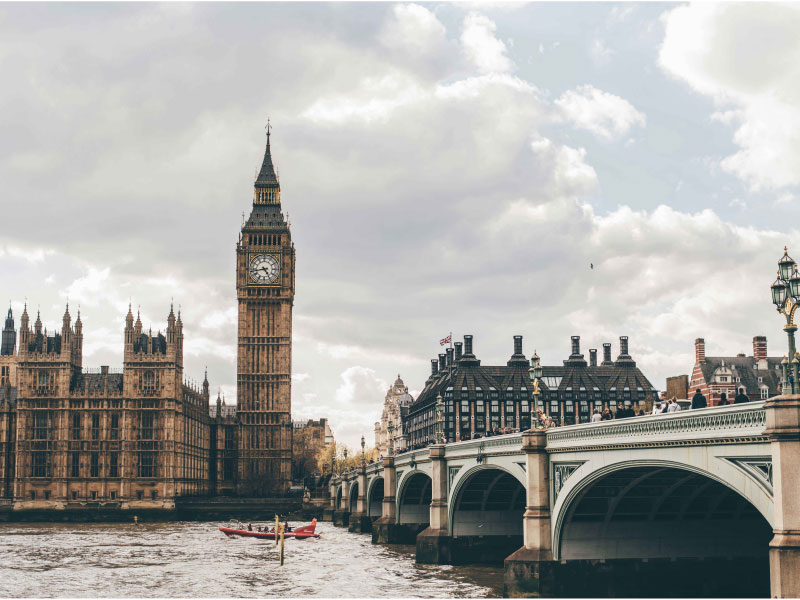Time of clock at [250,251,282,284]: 4:43
